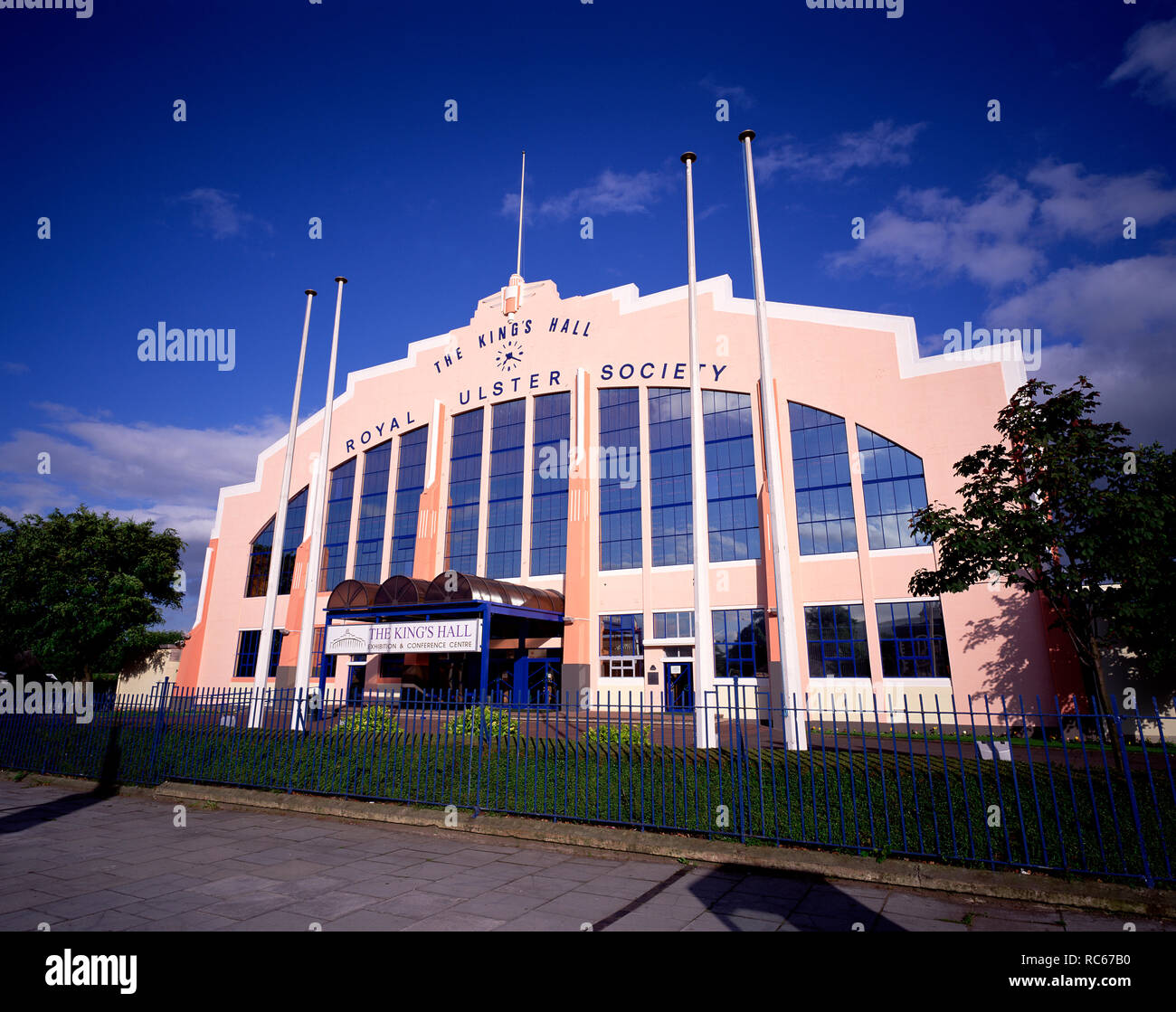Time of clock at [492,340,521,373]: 7:19
